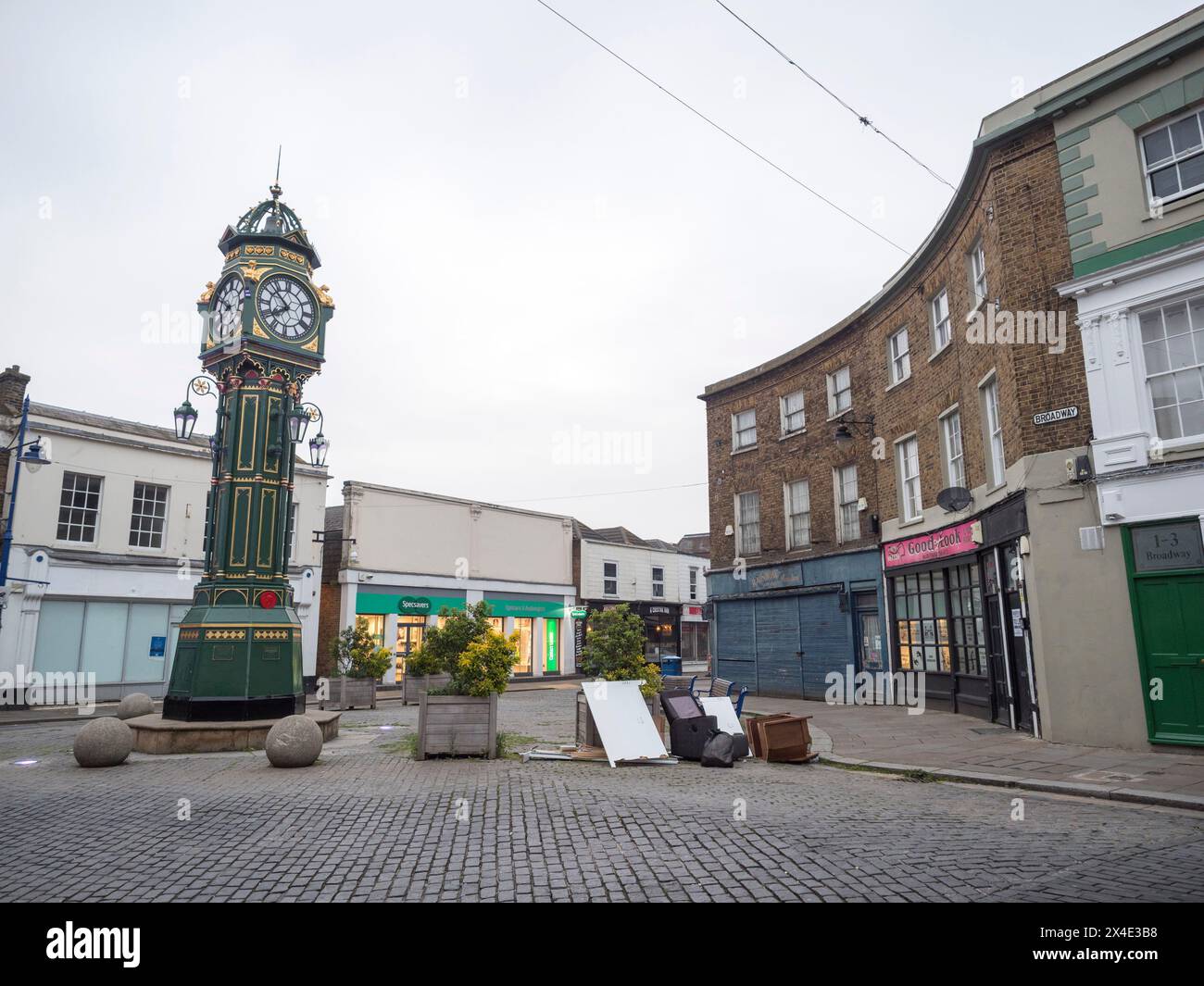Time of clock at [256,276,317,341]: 7:52
